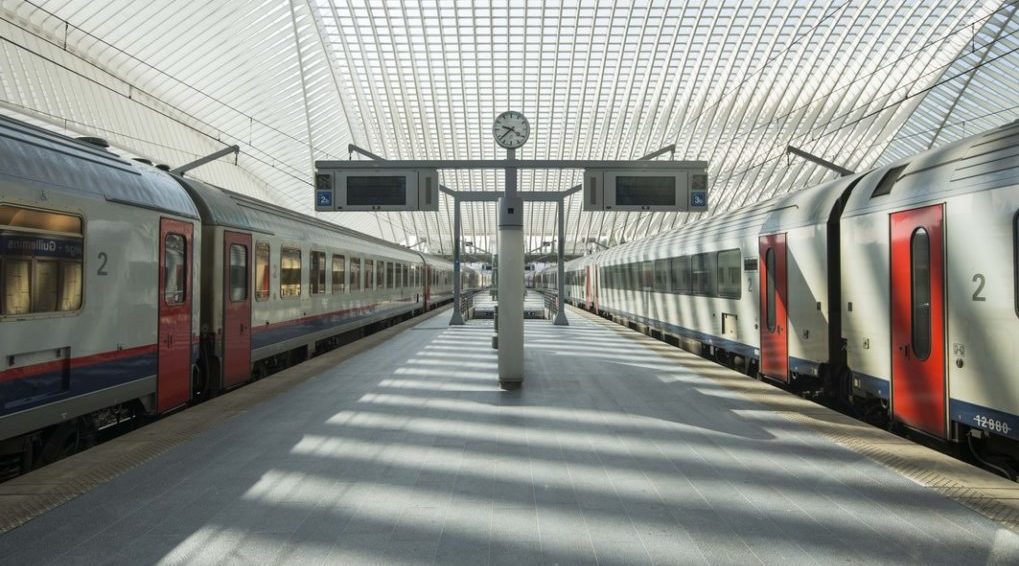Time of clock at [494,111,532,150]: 9:38
